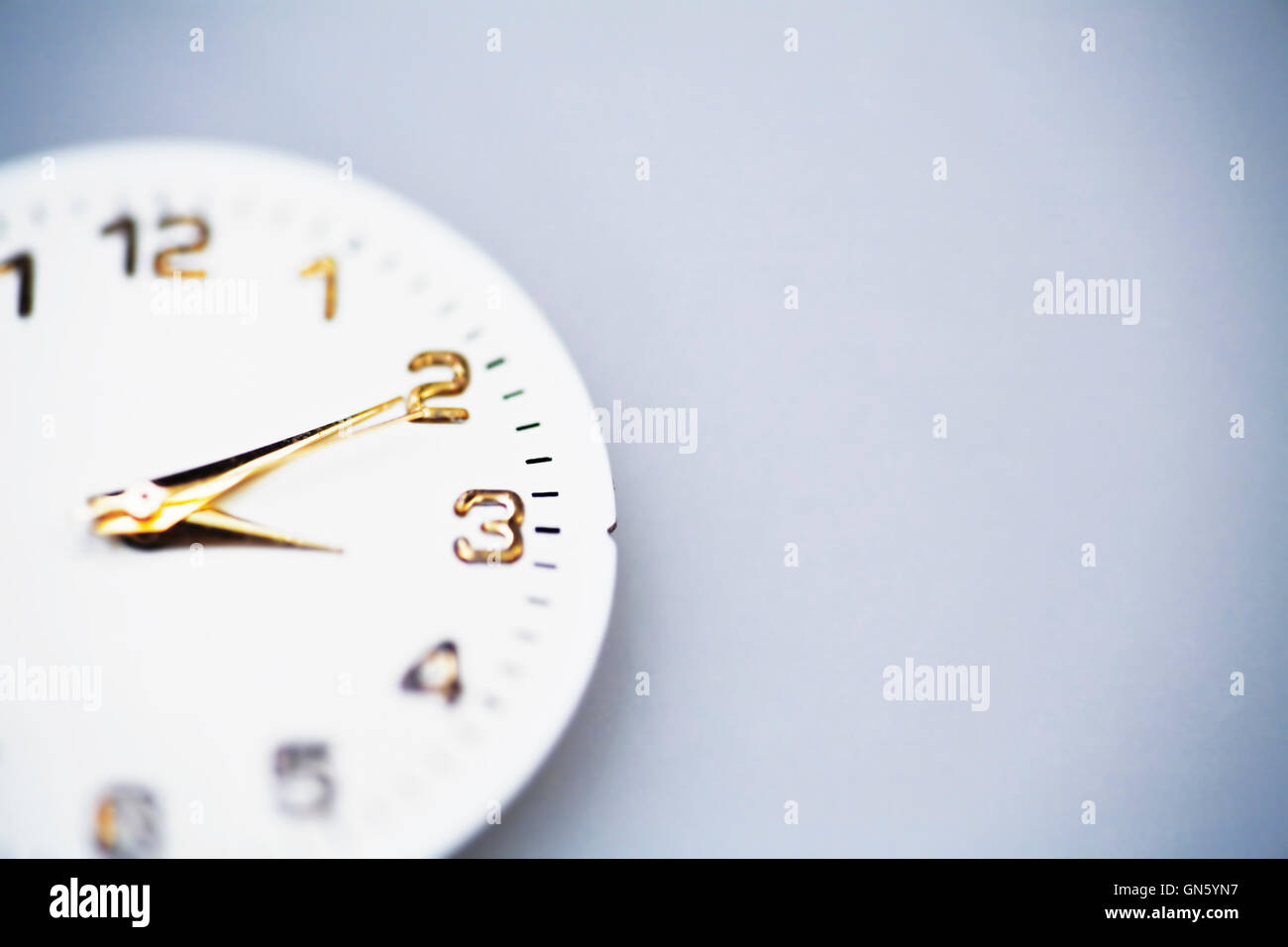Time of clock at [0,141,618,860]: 3:10
